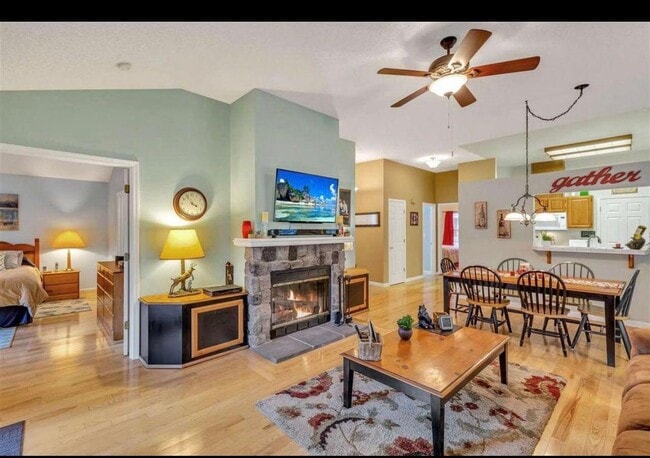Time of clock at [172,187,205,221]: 3:54
